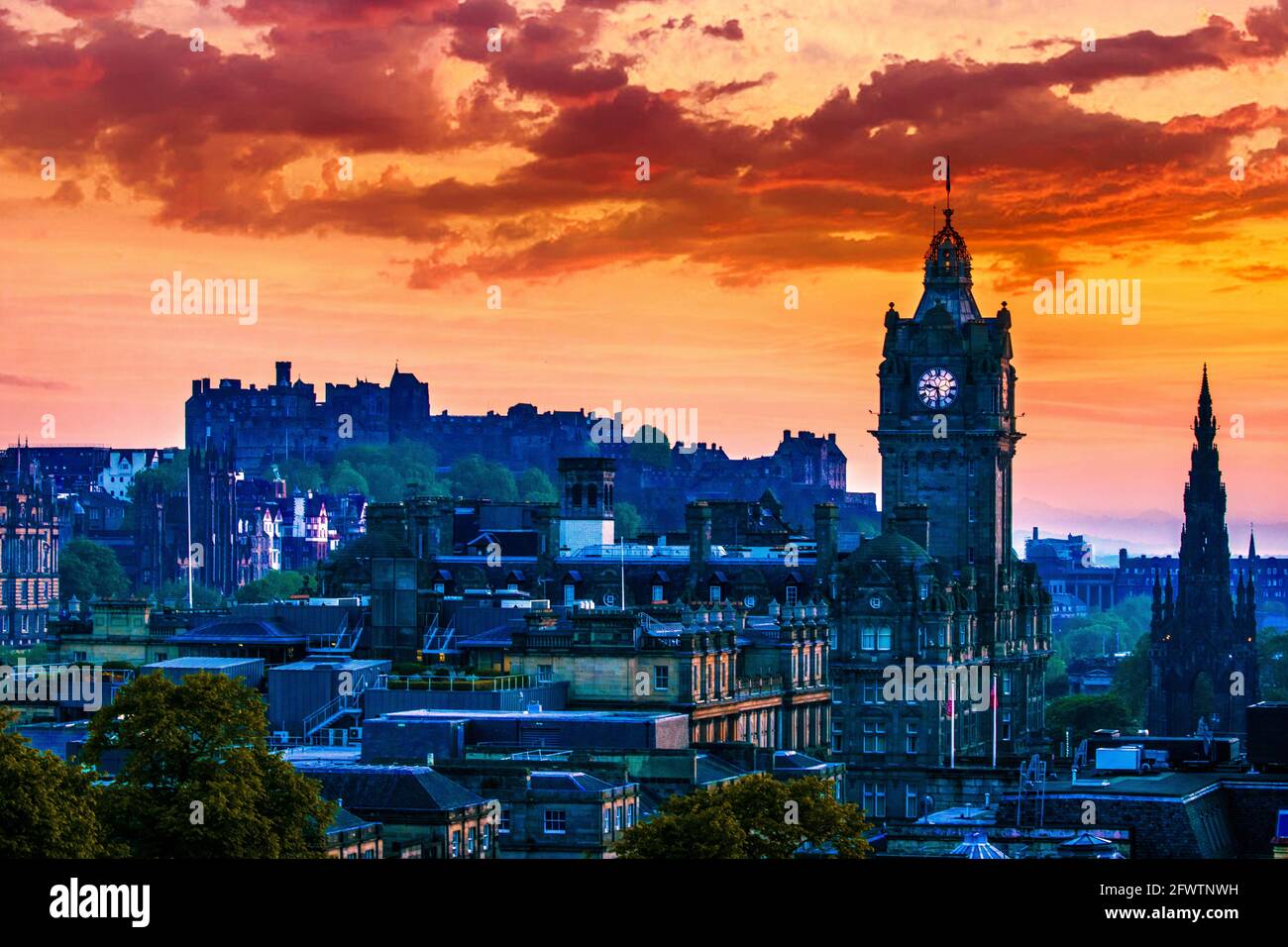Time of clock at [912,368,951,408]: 9:28
